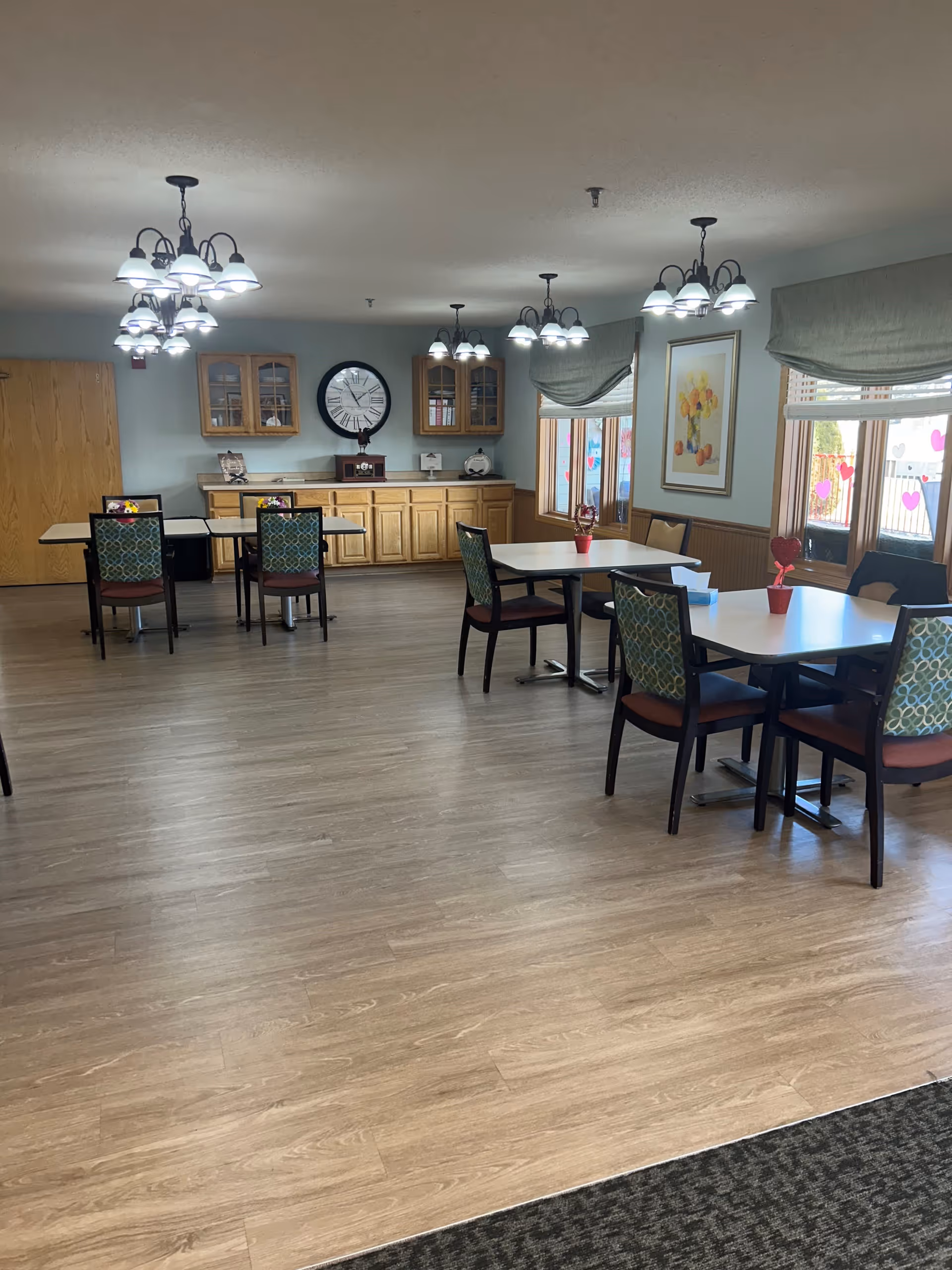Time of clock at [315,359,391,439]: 1:54
